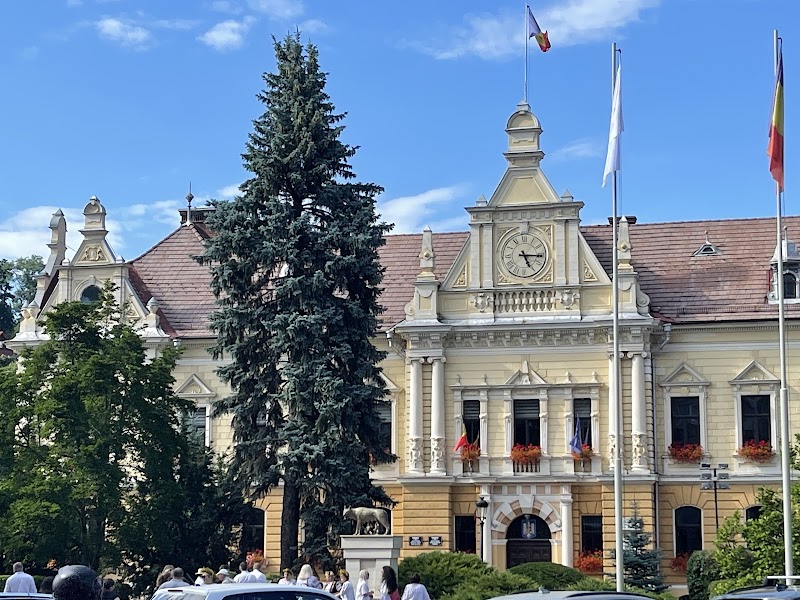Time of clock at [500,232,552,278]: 5:15
